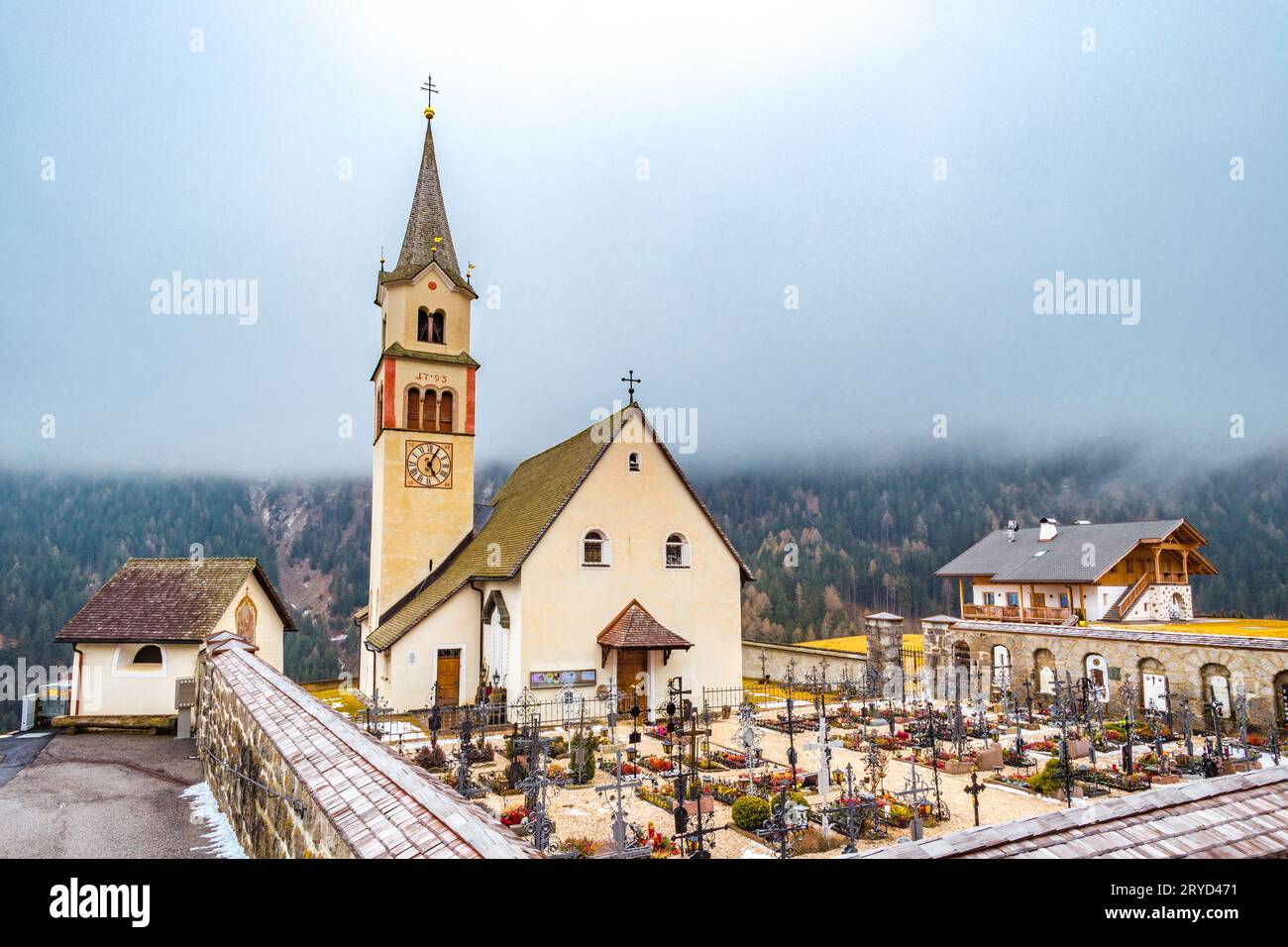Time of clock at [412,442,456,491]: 5:04
